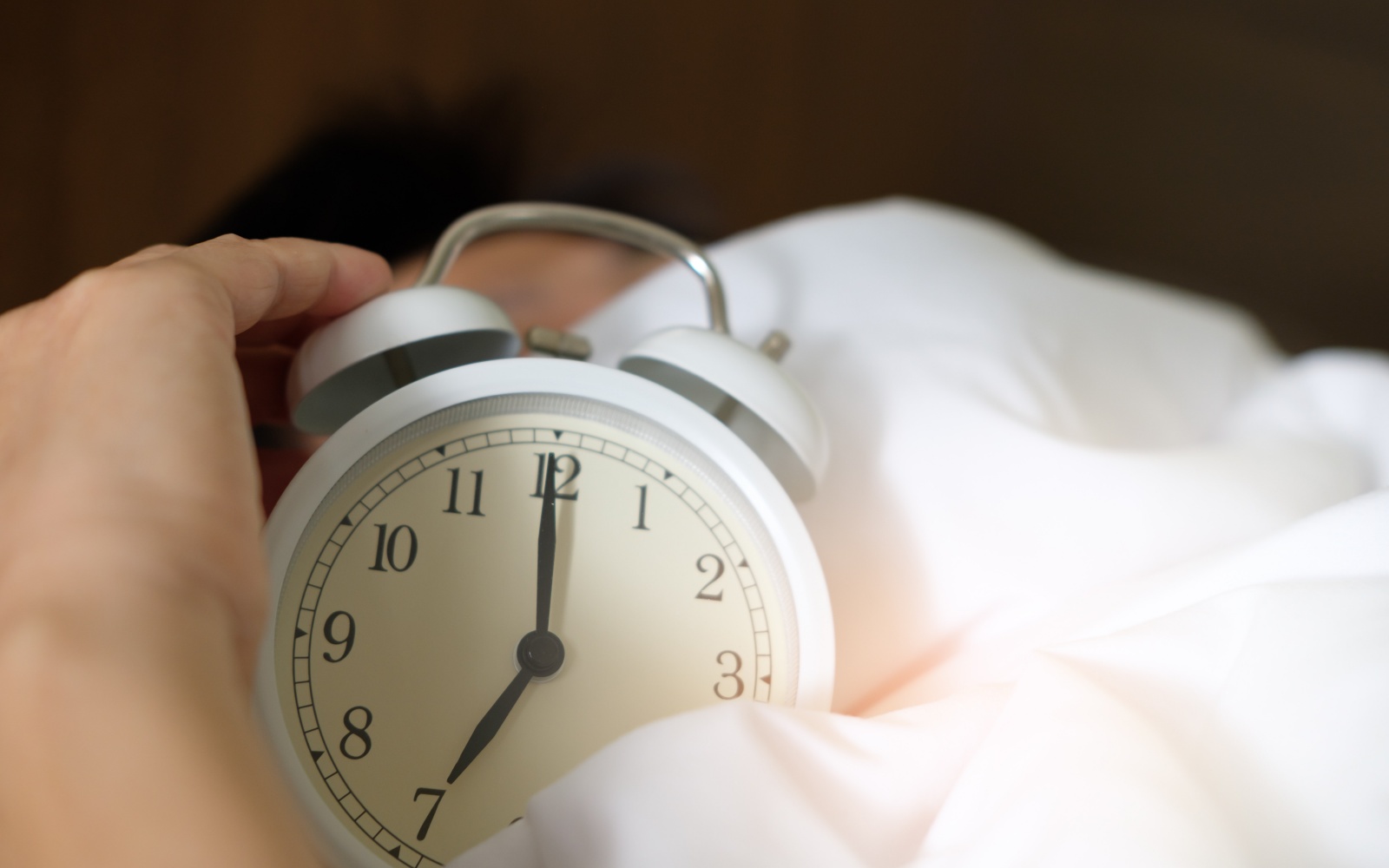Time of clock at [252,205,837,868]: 7:00
